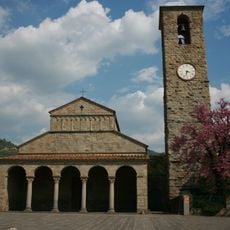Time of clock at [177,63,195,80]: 3:32
